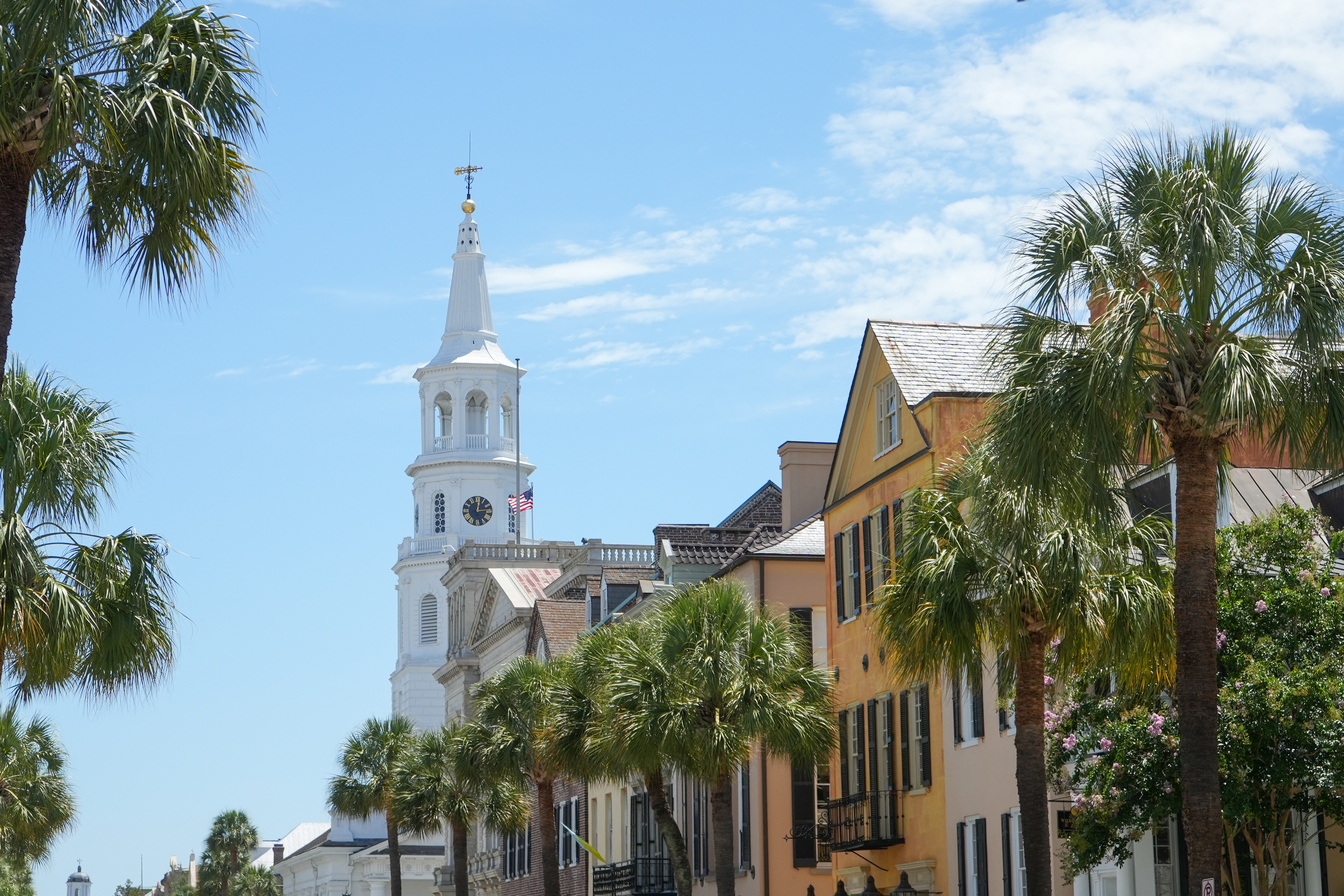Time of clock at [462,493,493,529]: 12:13
